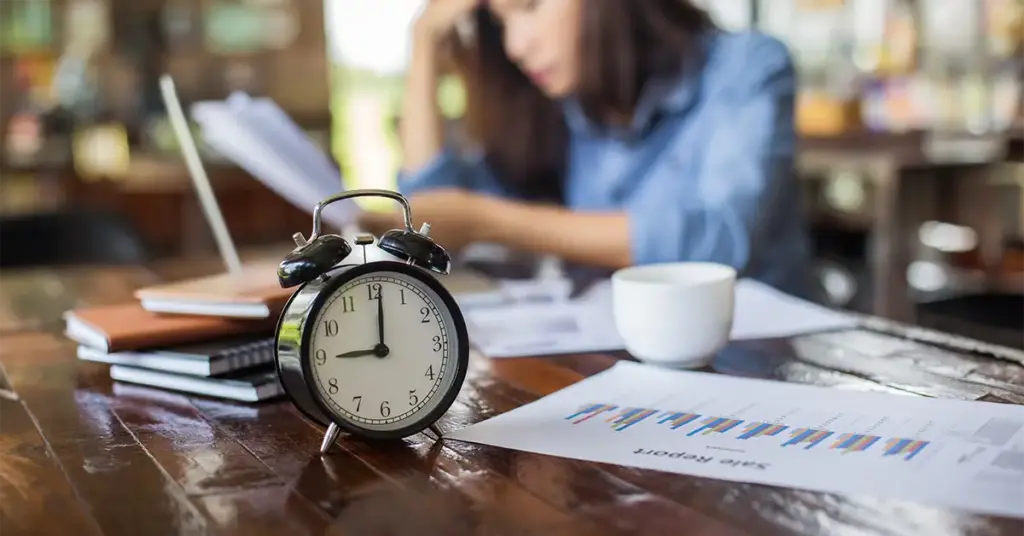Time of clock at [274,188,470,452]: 9:01
